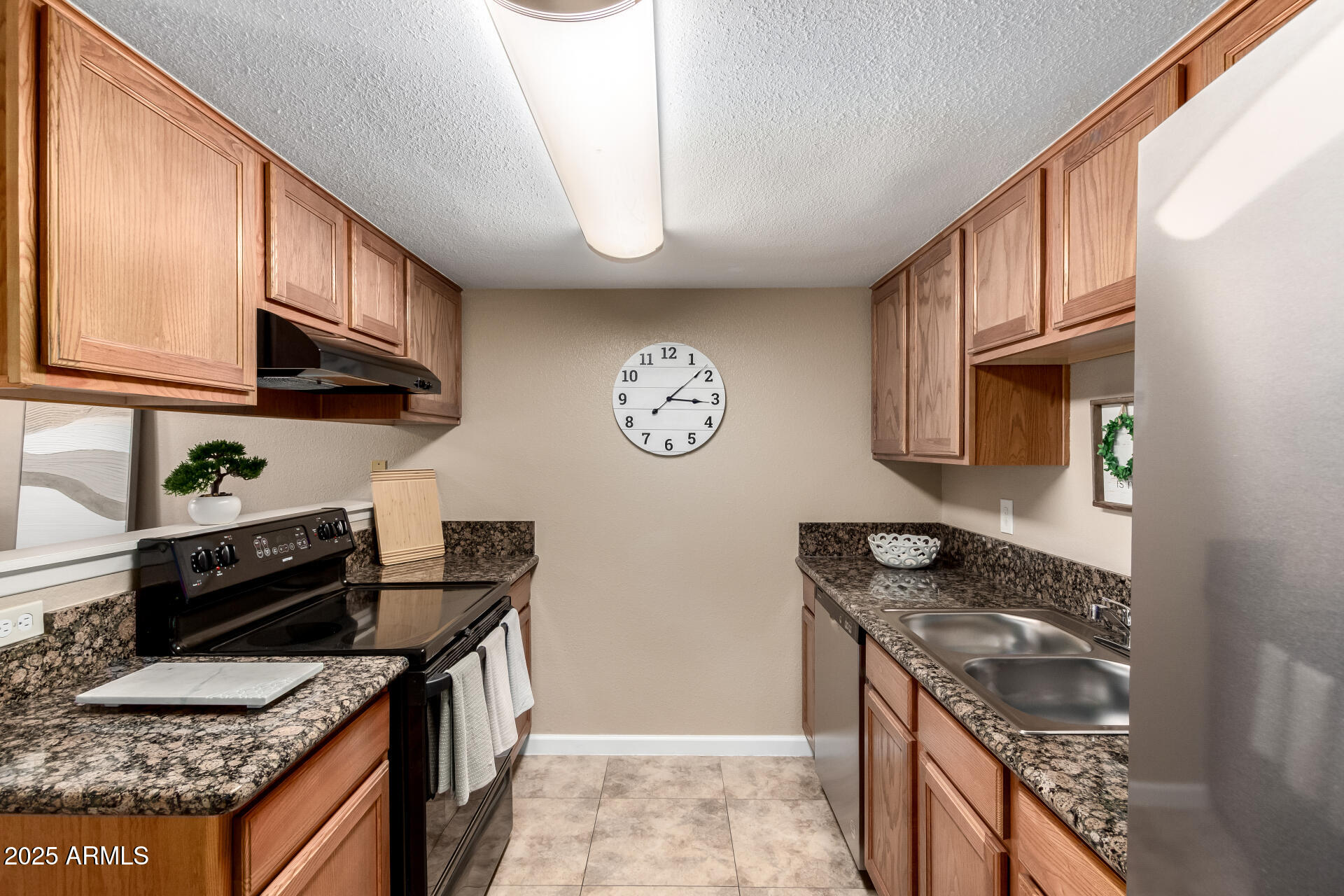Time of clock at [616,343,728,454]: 3:08
